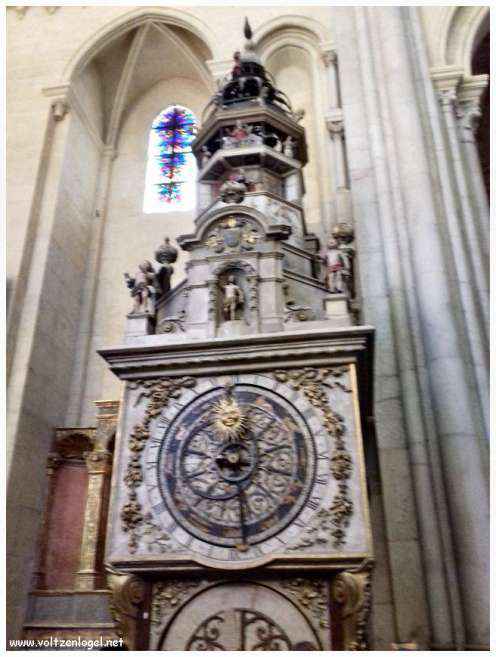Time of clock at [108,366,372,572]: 12:28
